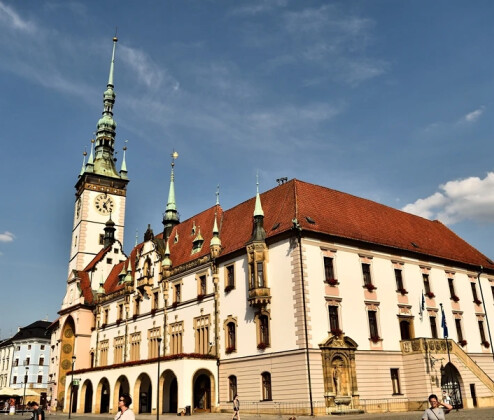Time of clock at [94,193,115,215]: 5:06
